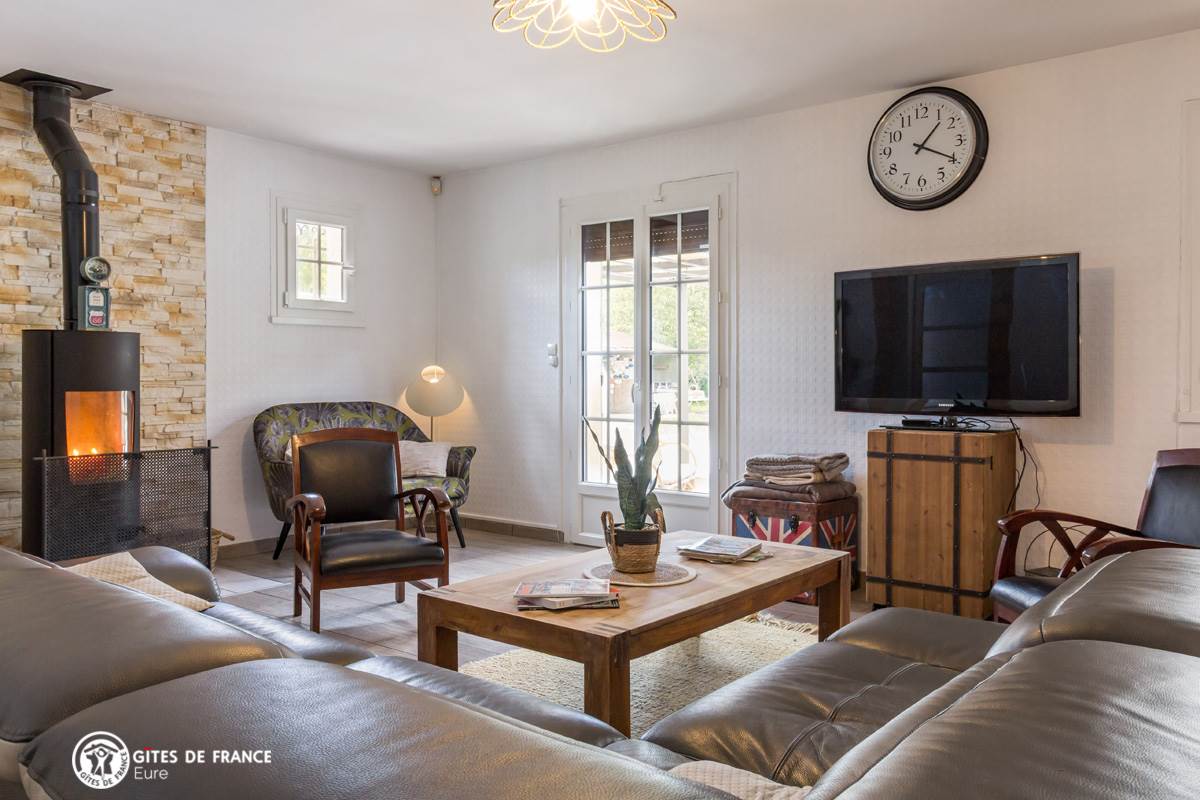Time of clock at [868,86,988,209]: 1:19
